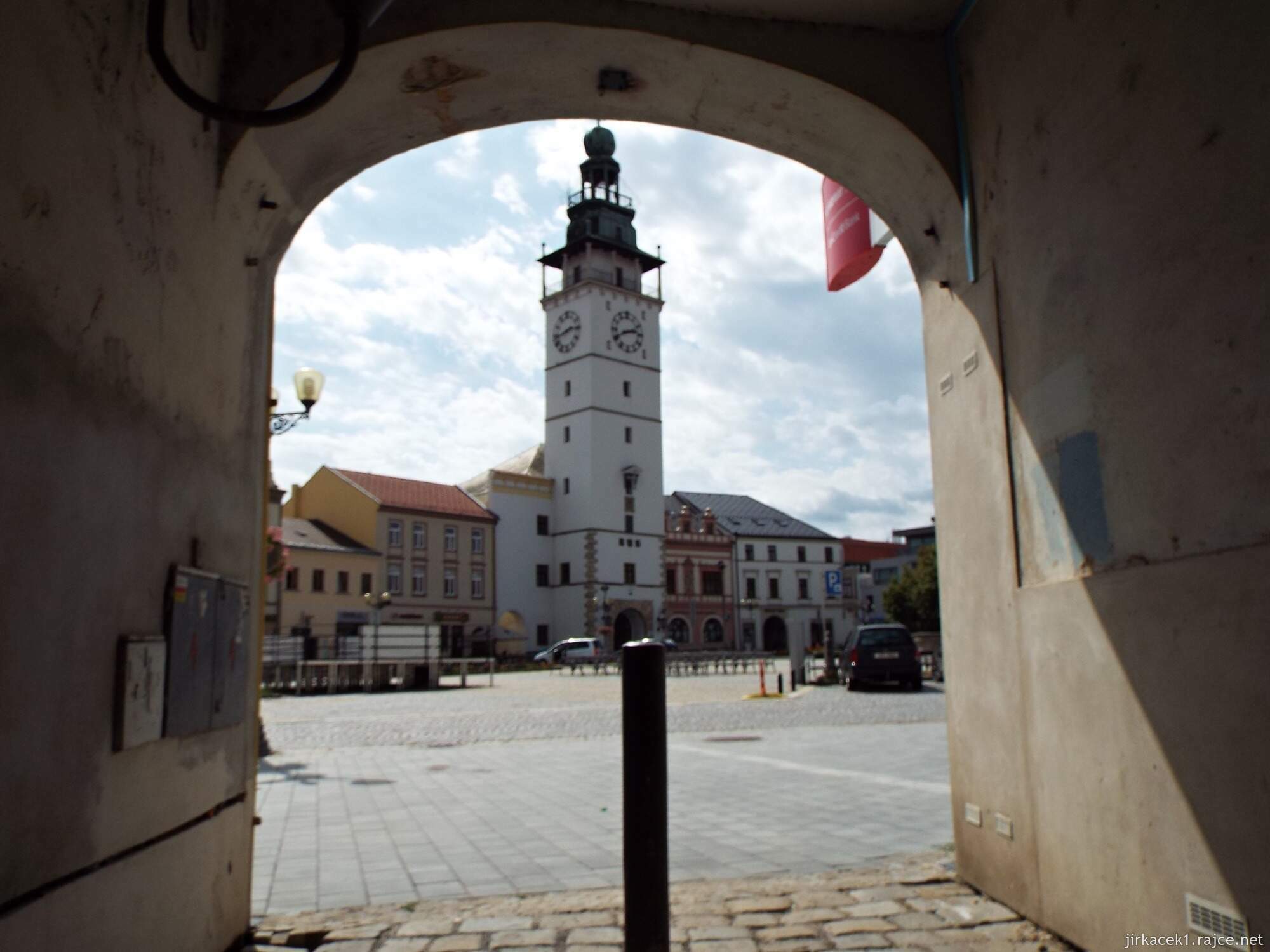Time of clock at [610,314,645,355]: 2:40
